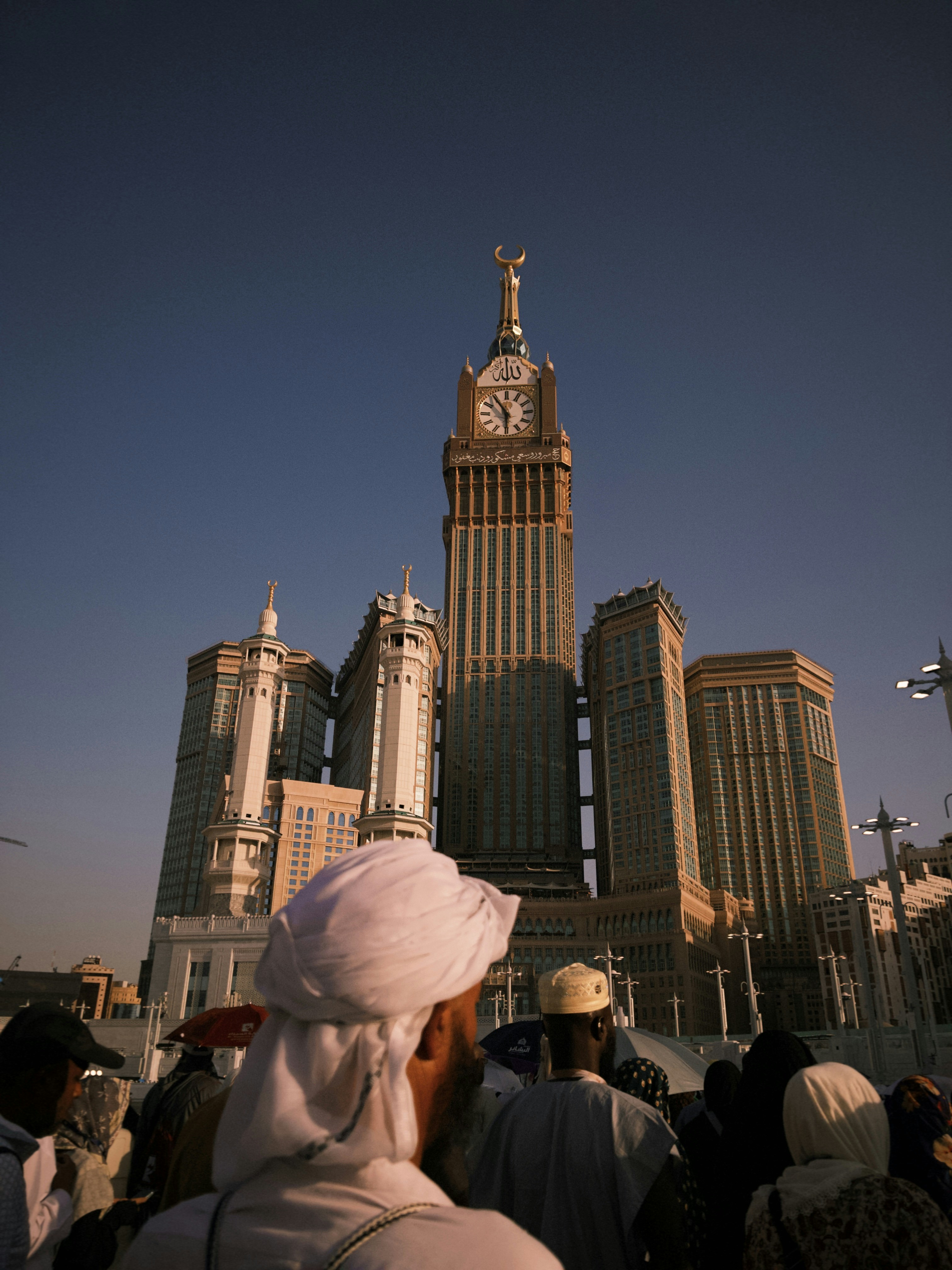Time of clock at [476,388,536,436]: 5:54
